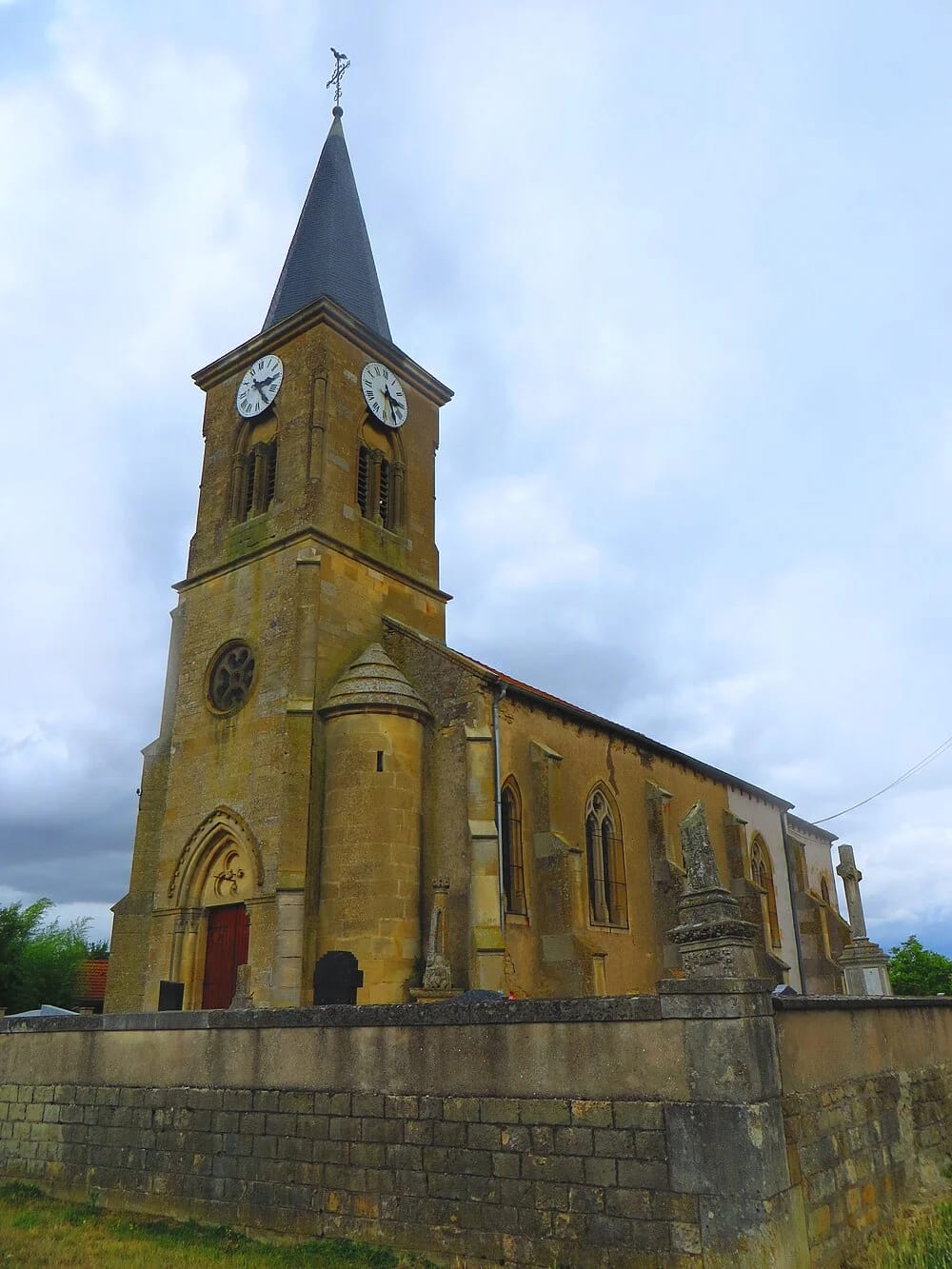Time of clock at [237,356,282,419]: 3:24
